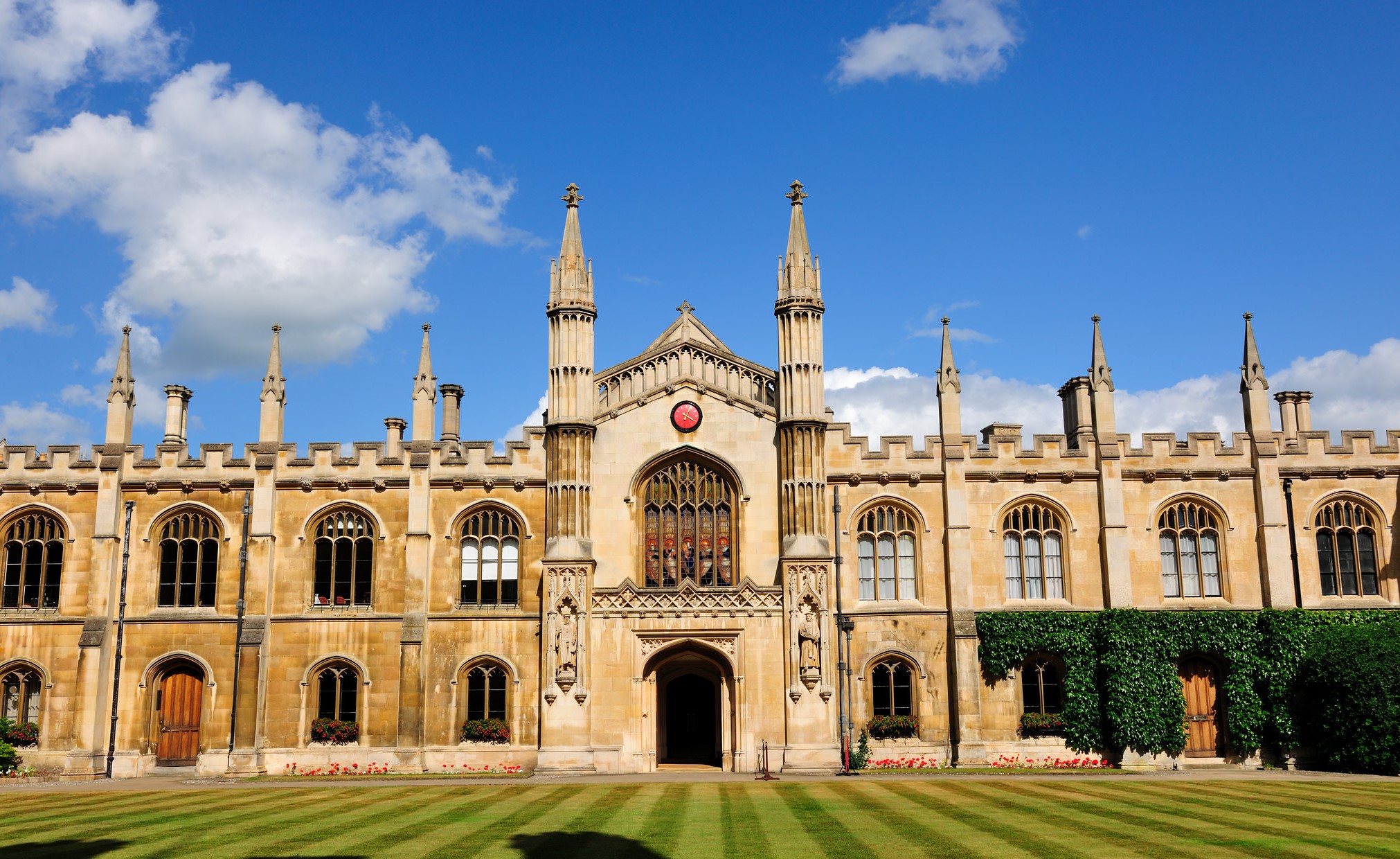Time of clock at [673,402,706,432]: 4:04
